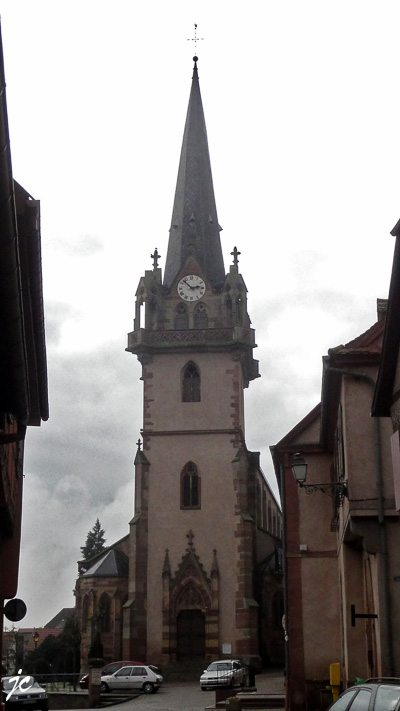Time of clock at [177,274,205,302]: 2:52
